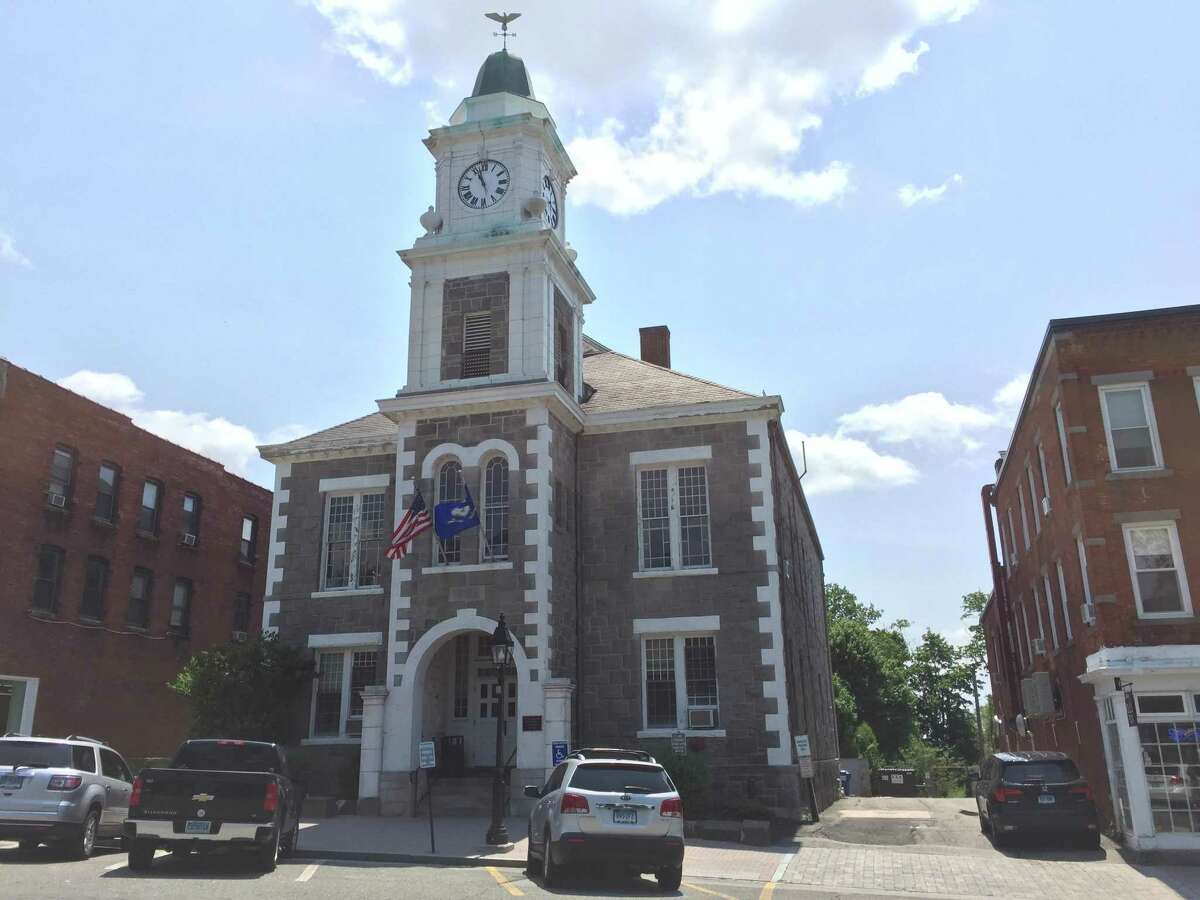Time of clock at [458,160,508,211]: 10:57
